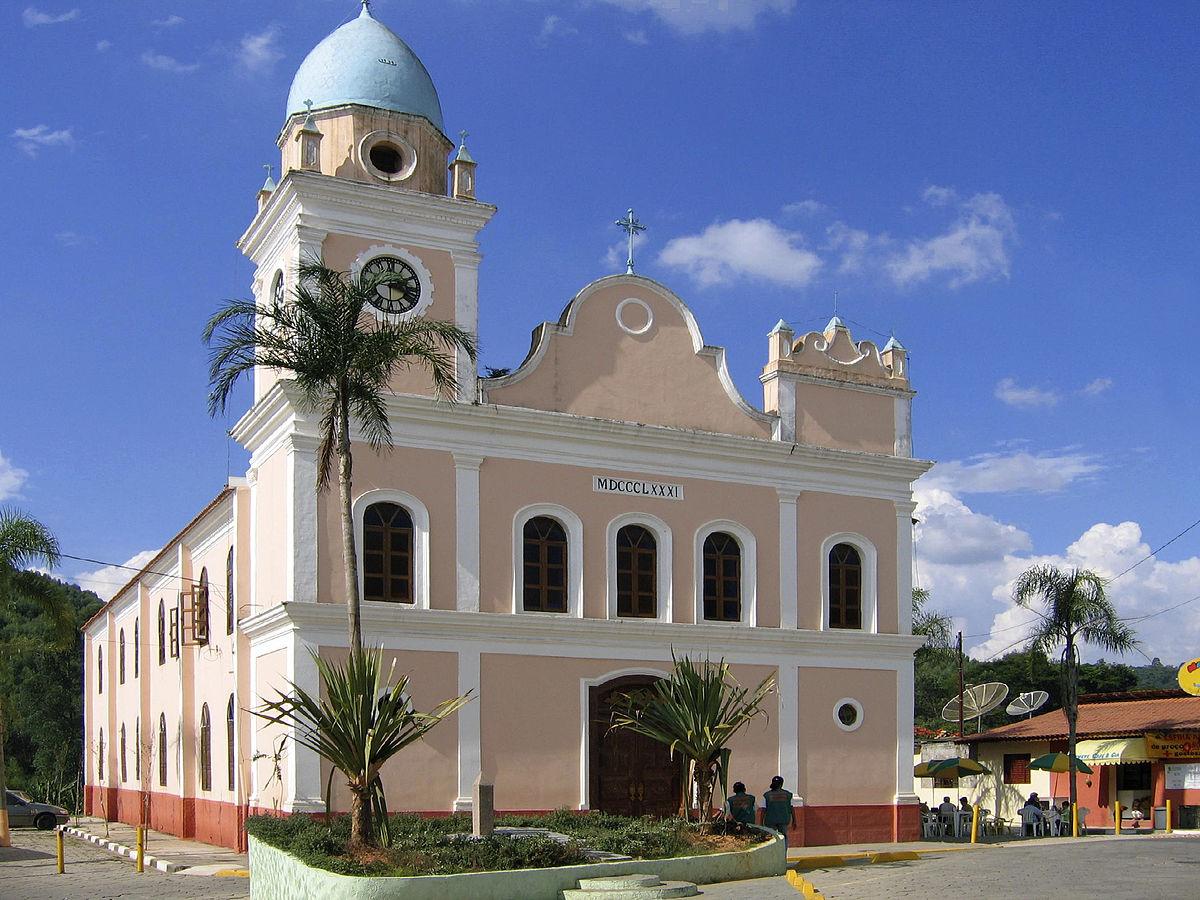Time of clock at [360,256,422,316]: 2:29
